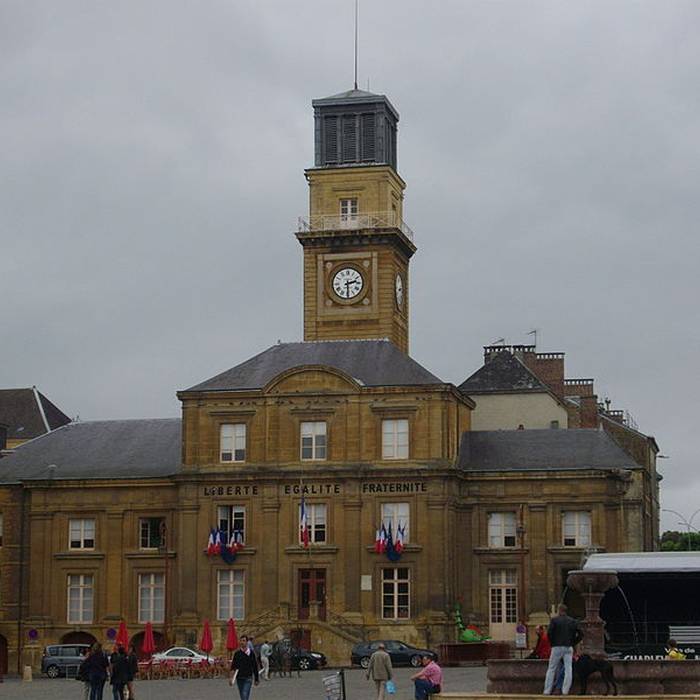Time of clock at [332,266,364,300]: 2:29
